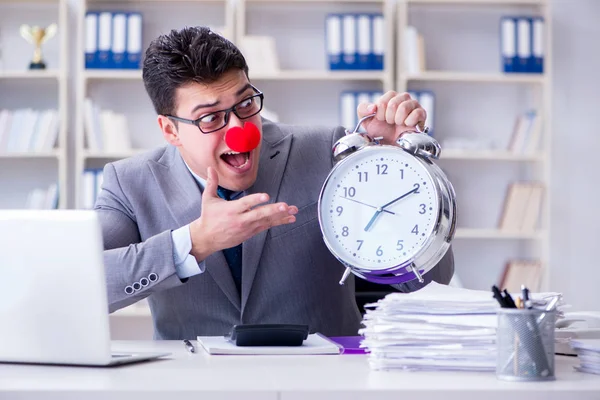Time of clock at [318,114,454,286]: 7:10
